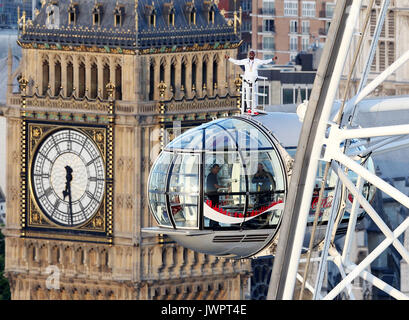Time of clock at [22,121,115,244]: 6:29
